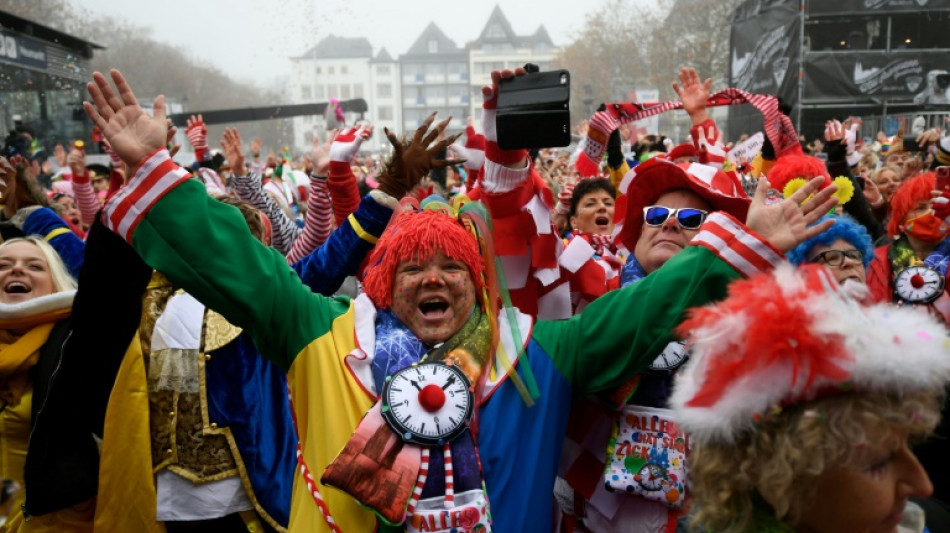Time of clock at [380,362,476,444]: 11:11
